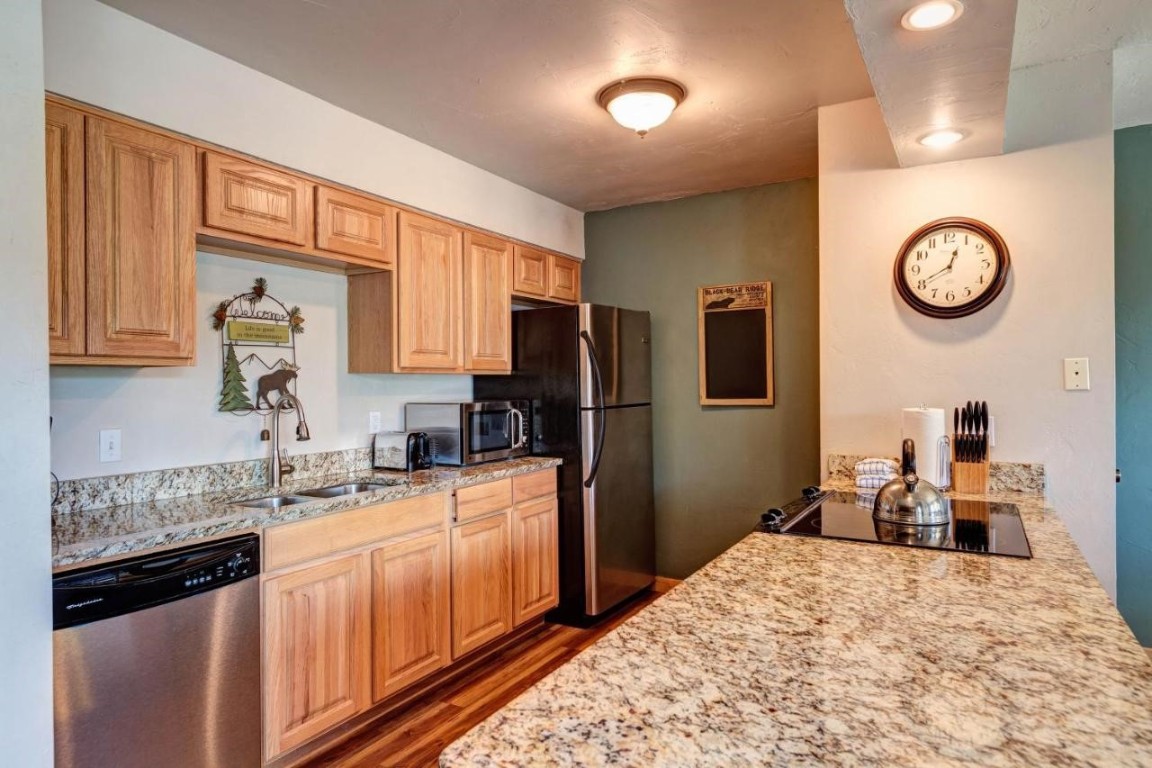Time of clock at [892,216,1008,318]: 12:40
